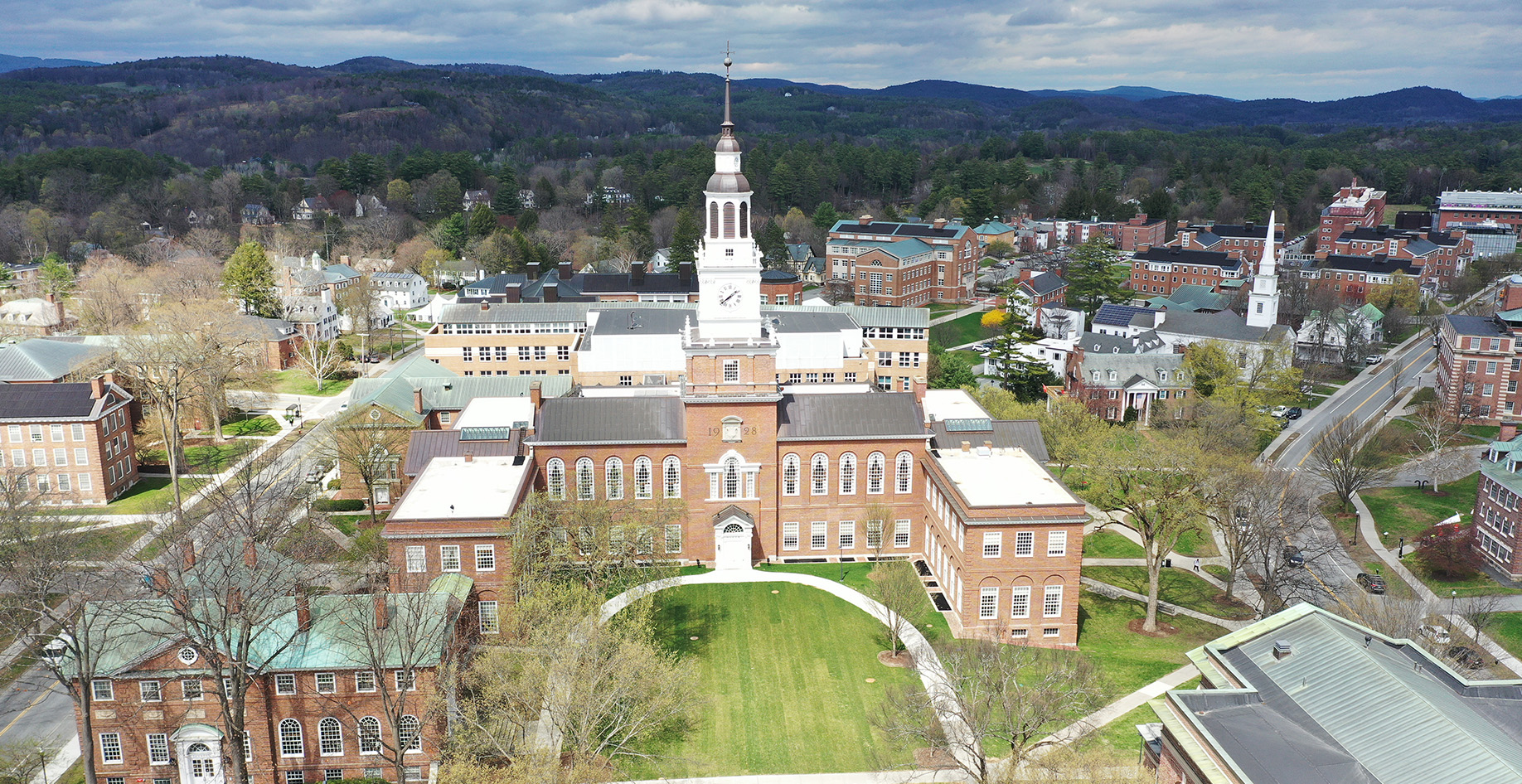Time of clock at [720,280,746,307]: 1:38
